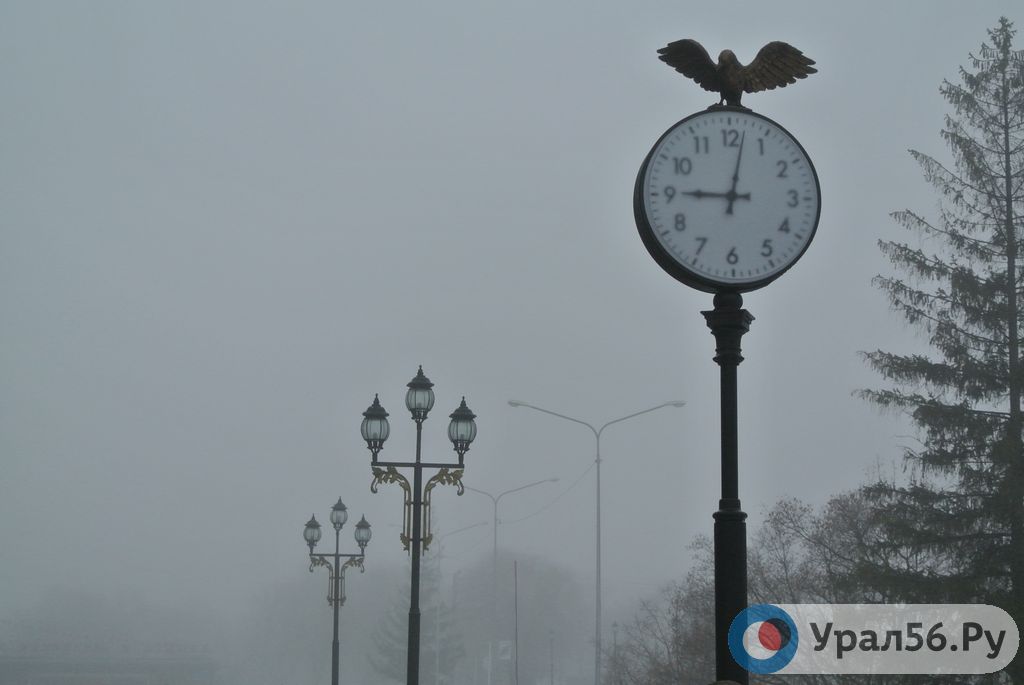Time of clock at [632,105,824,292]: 9:01
